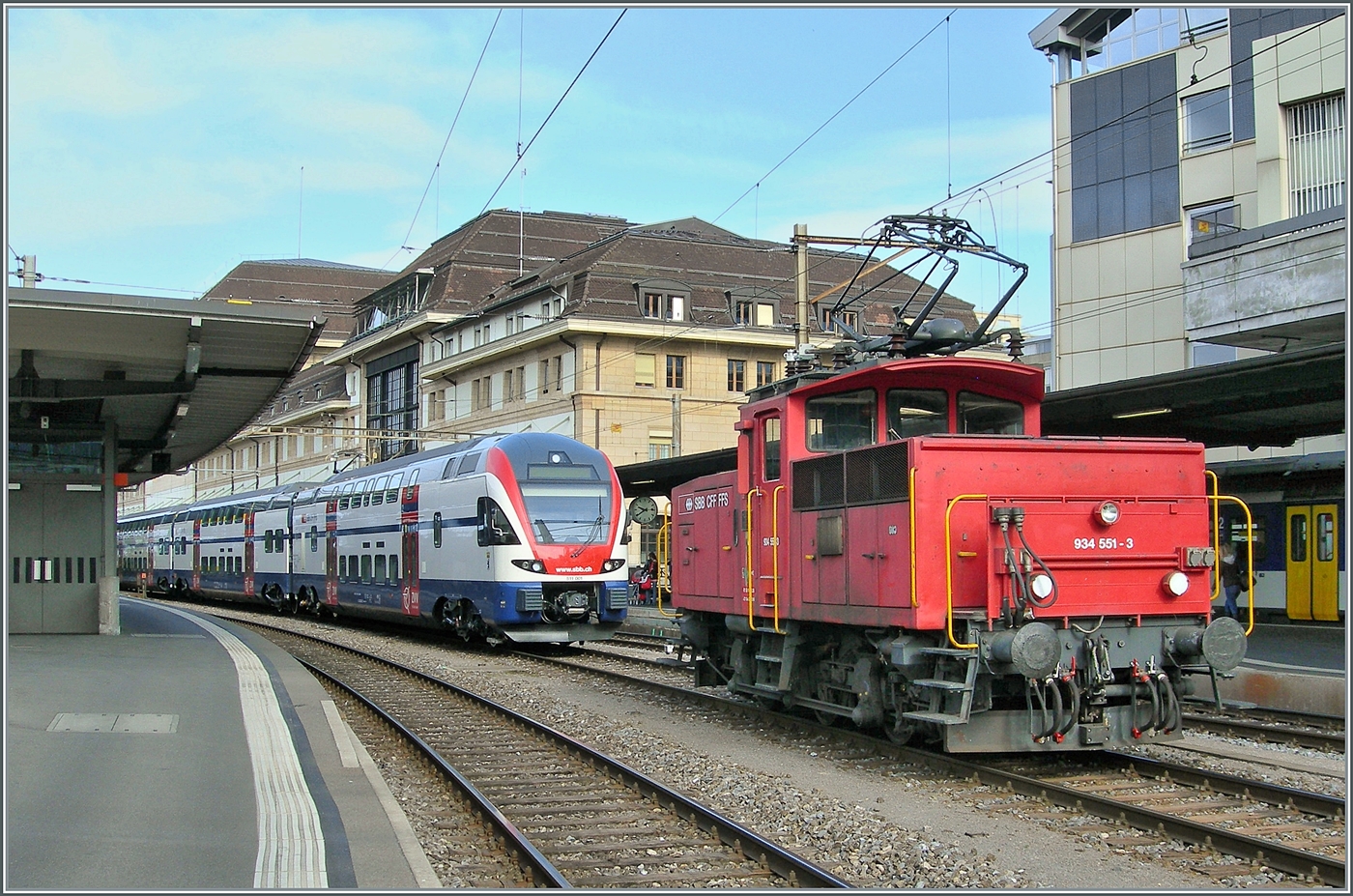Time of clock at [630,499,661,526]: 9:39
